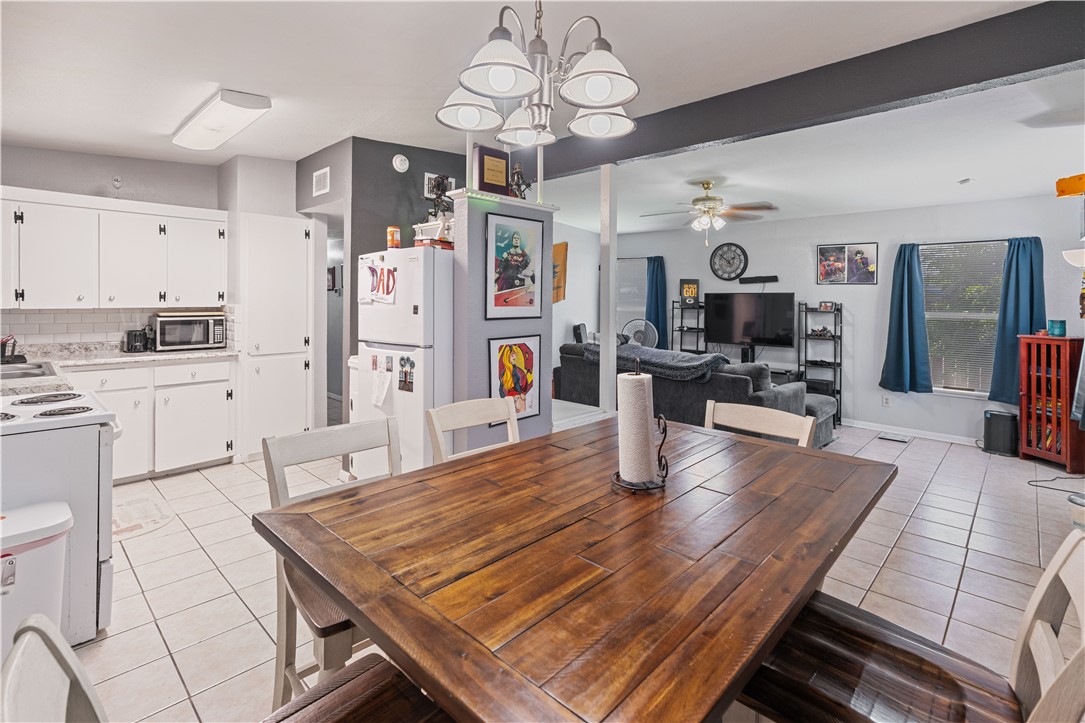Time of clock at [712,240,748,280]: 1:52
